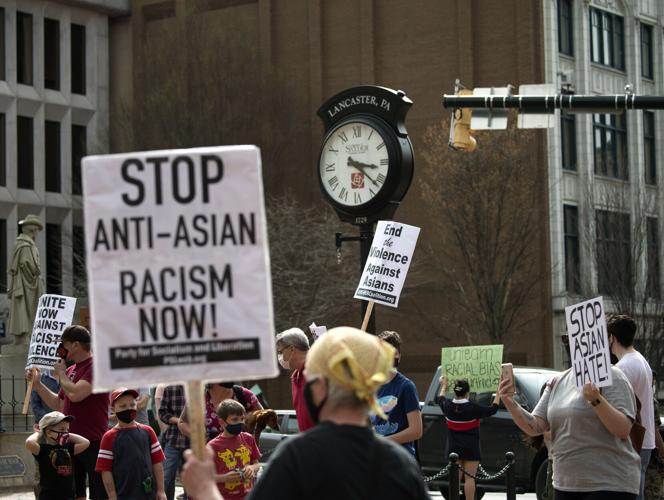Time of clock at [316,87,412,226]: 3:21
